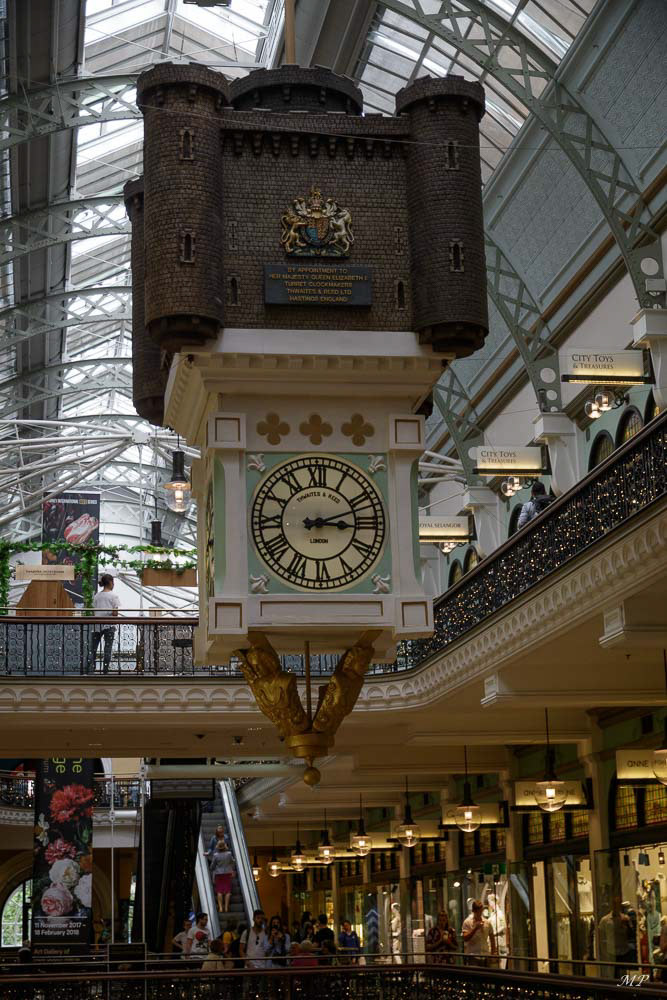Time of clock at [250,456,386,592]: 3:11
